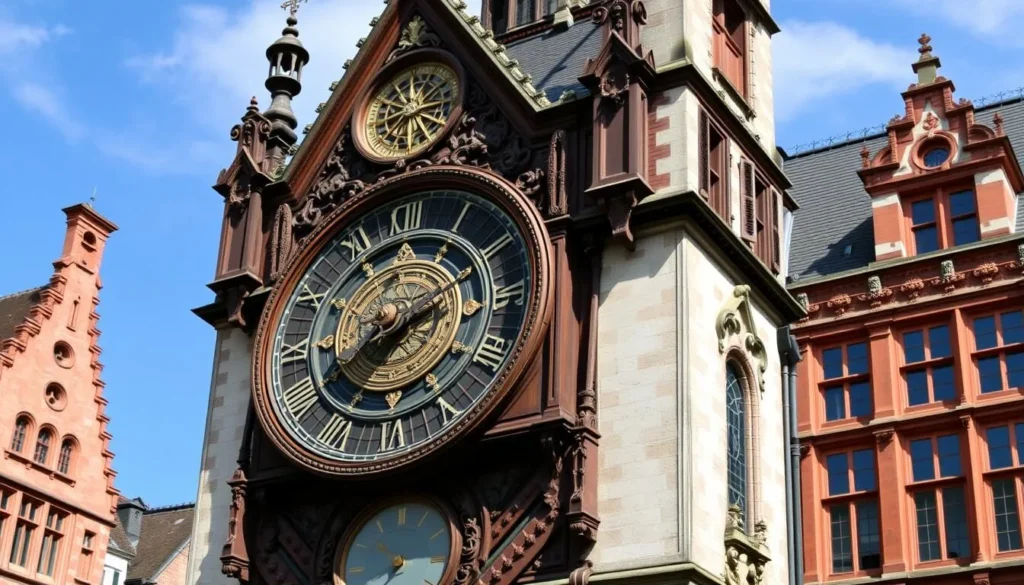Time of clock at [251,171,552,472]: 2:40
